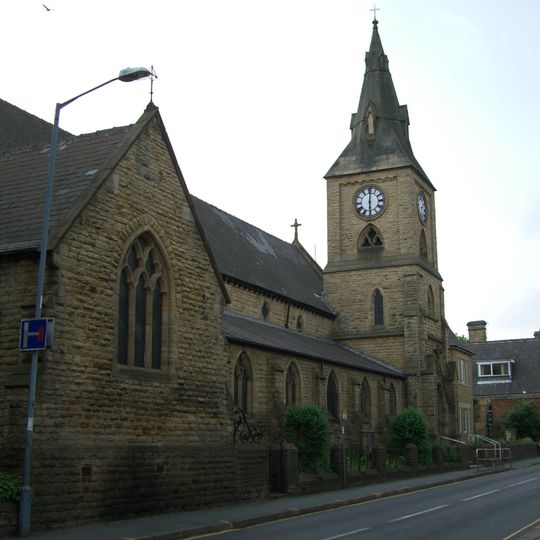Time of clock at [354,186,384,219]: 6:00
